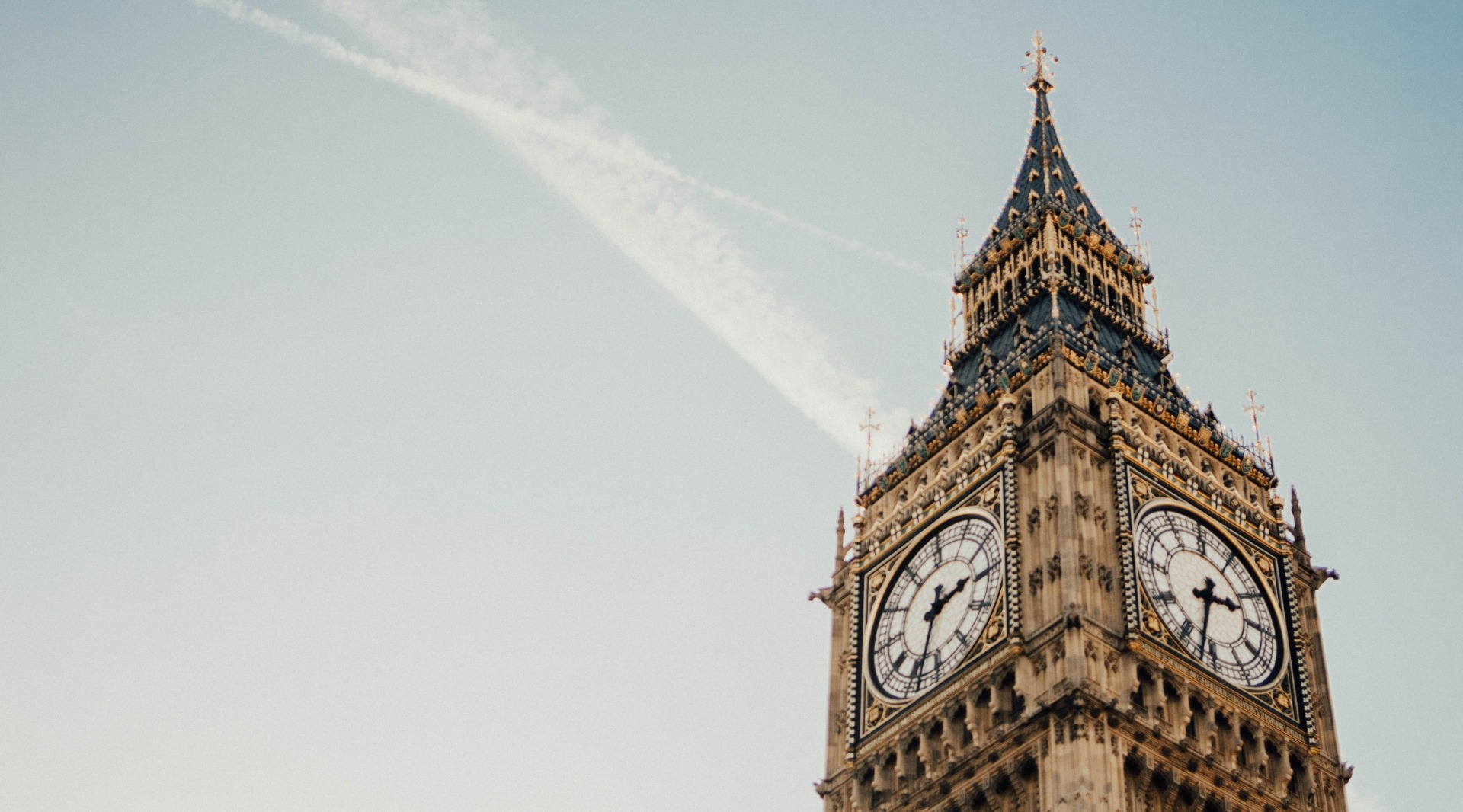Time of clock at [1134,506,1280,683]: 2:32
